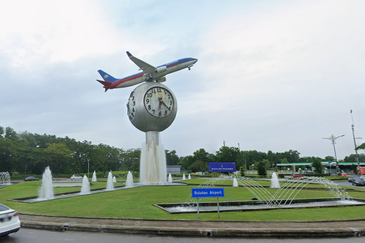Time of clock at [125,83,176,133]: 6:21
